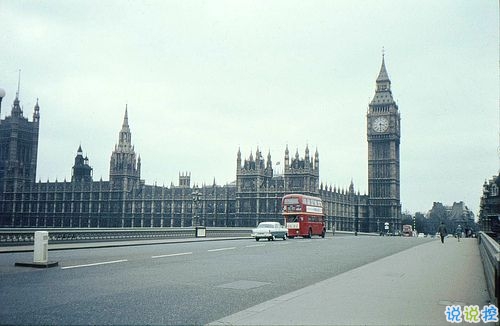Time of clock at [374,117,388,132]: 3:29
